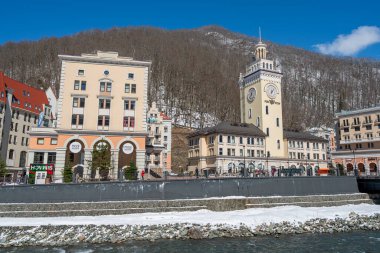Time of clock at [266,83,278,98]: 6:06
